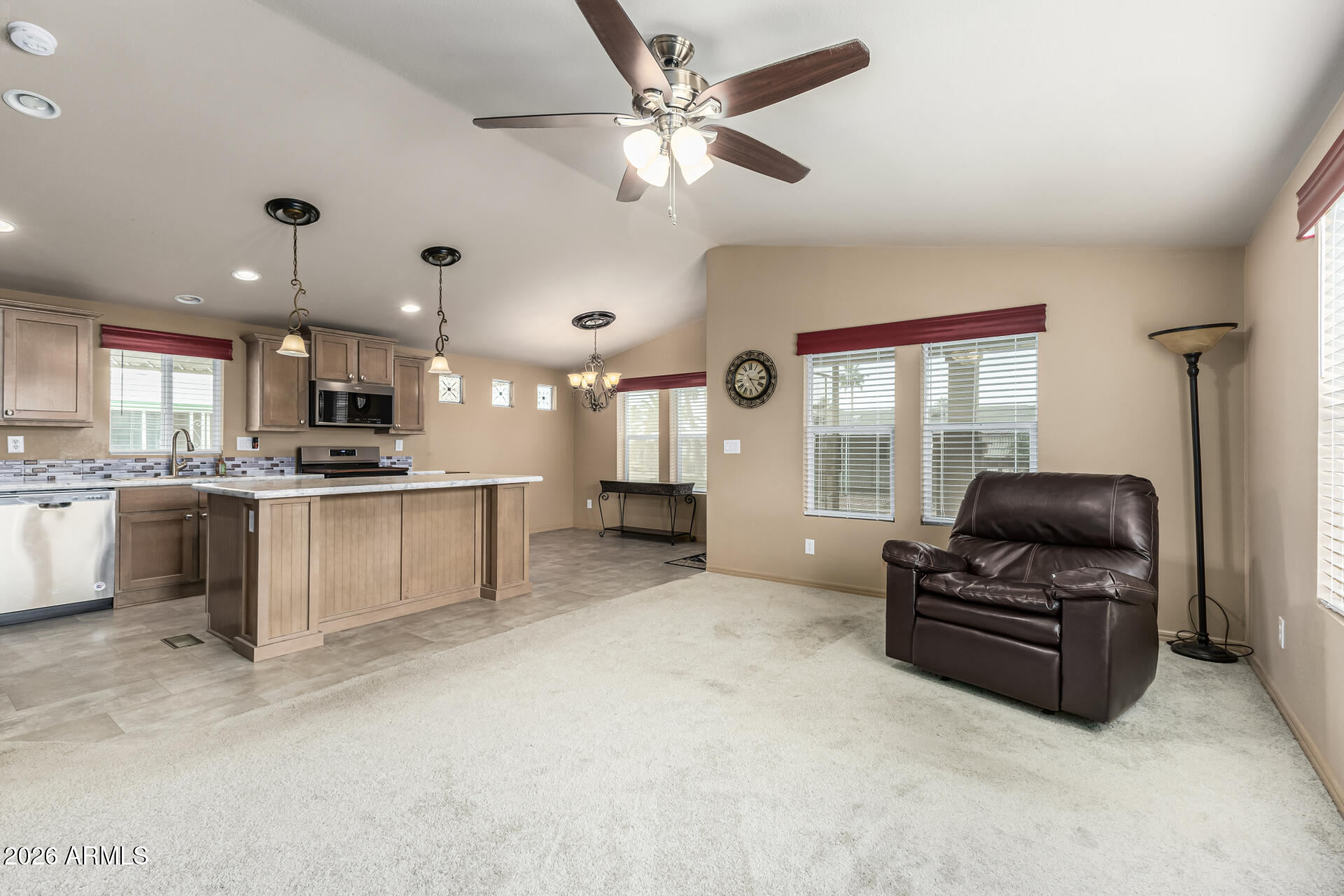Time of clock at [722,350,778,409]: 3:24
